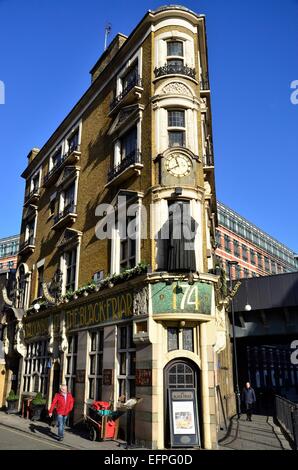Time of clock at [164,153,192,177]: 11:40
